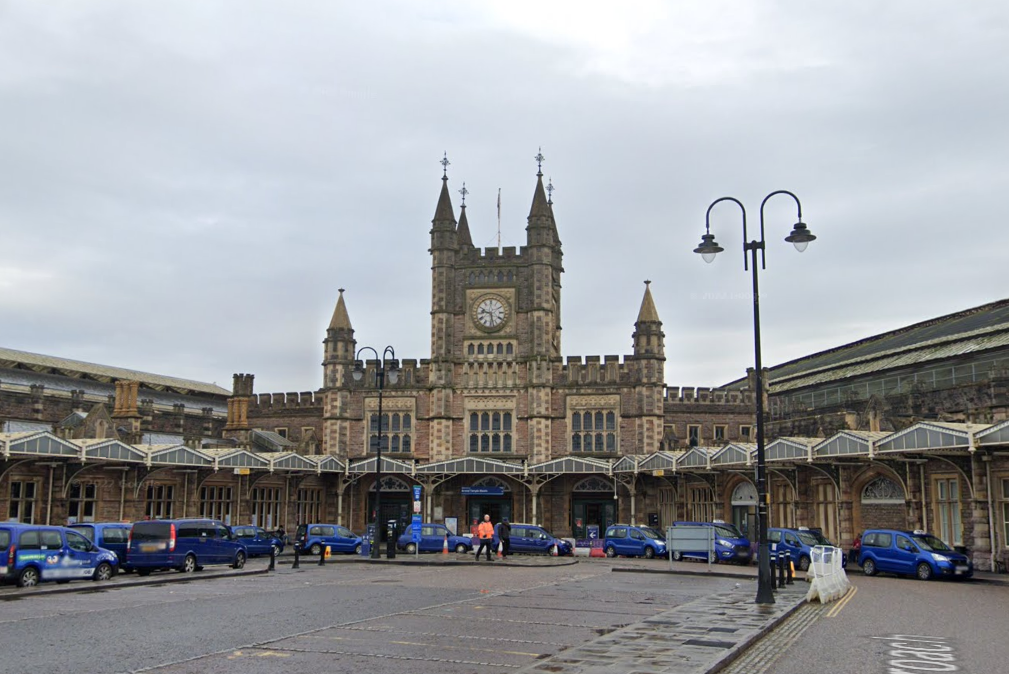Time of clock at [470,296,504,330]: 9:28
